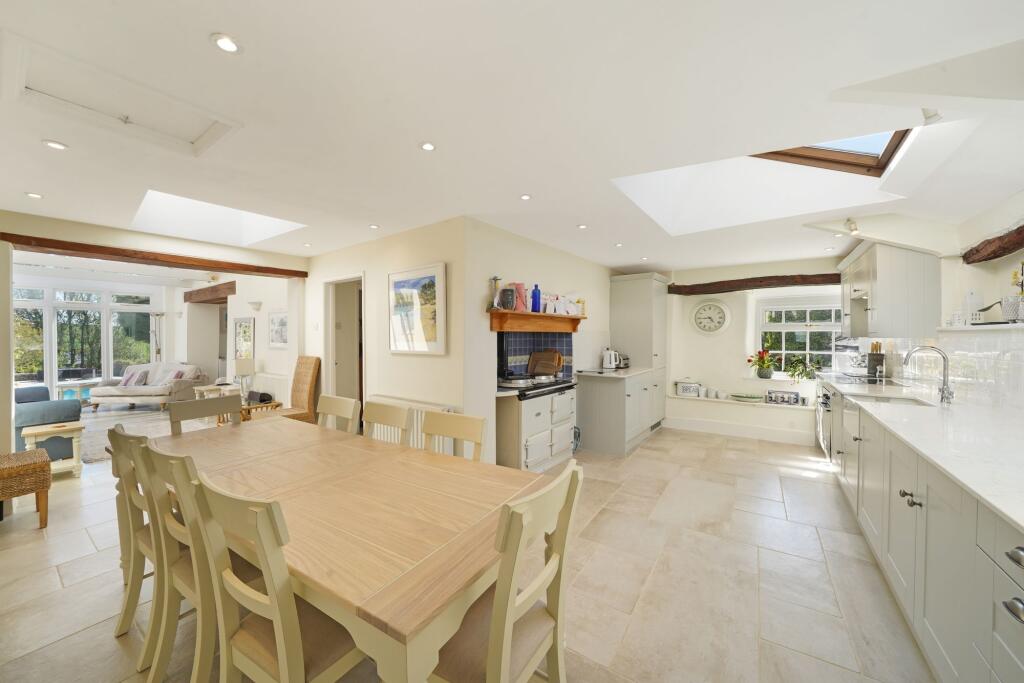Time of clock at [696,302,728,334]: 4:44
